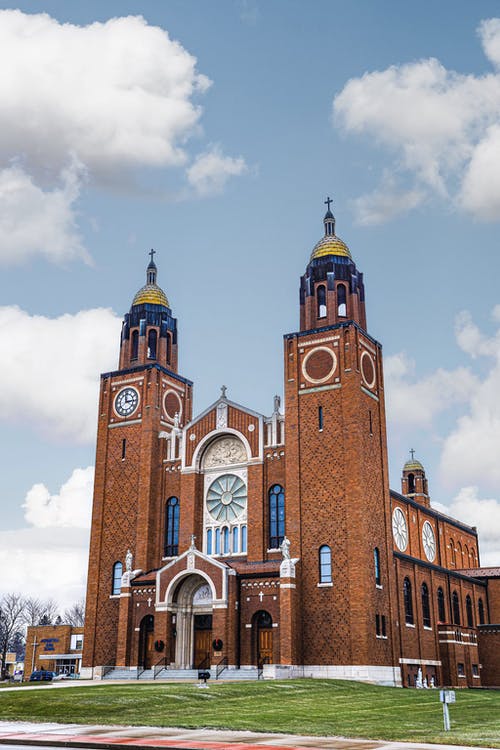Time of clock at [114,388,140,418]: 2:58
